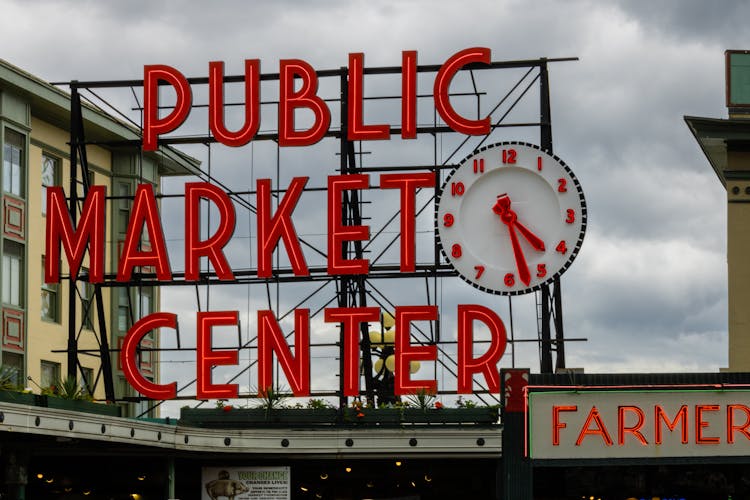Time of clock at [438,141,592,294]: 4:27
